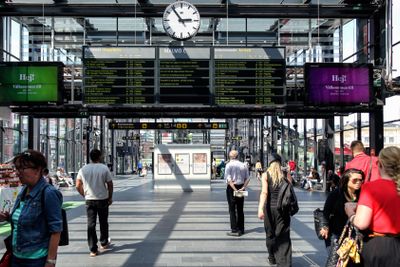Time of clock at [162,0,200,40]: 2:54
